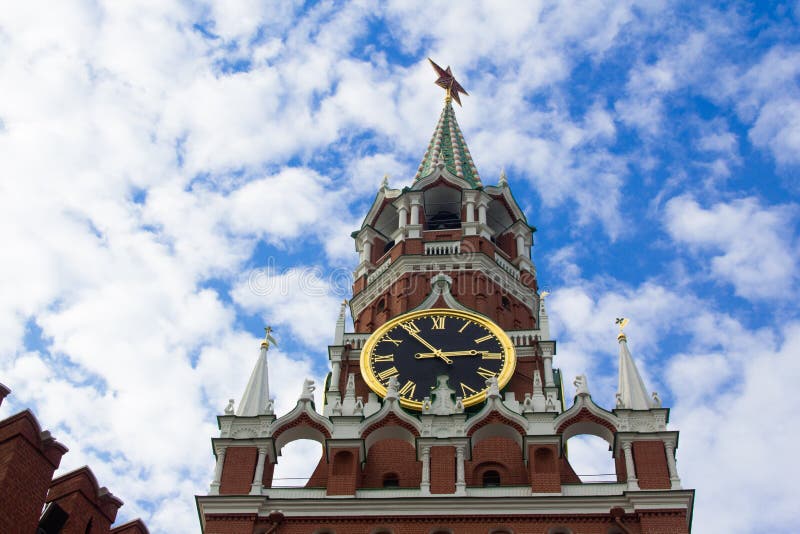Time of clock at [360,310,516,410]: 2:53
